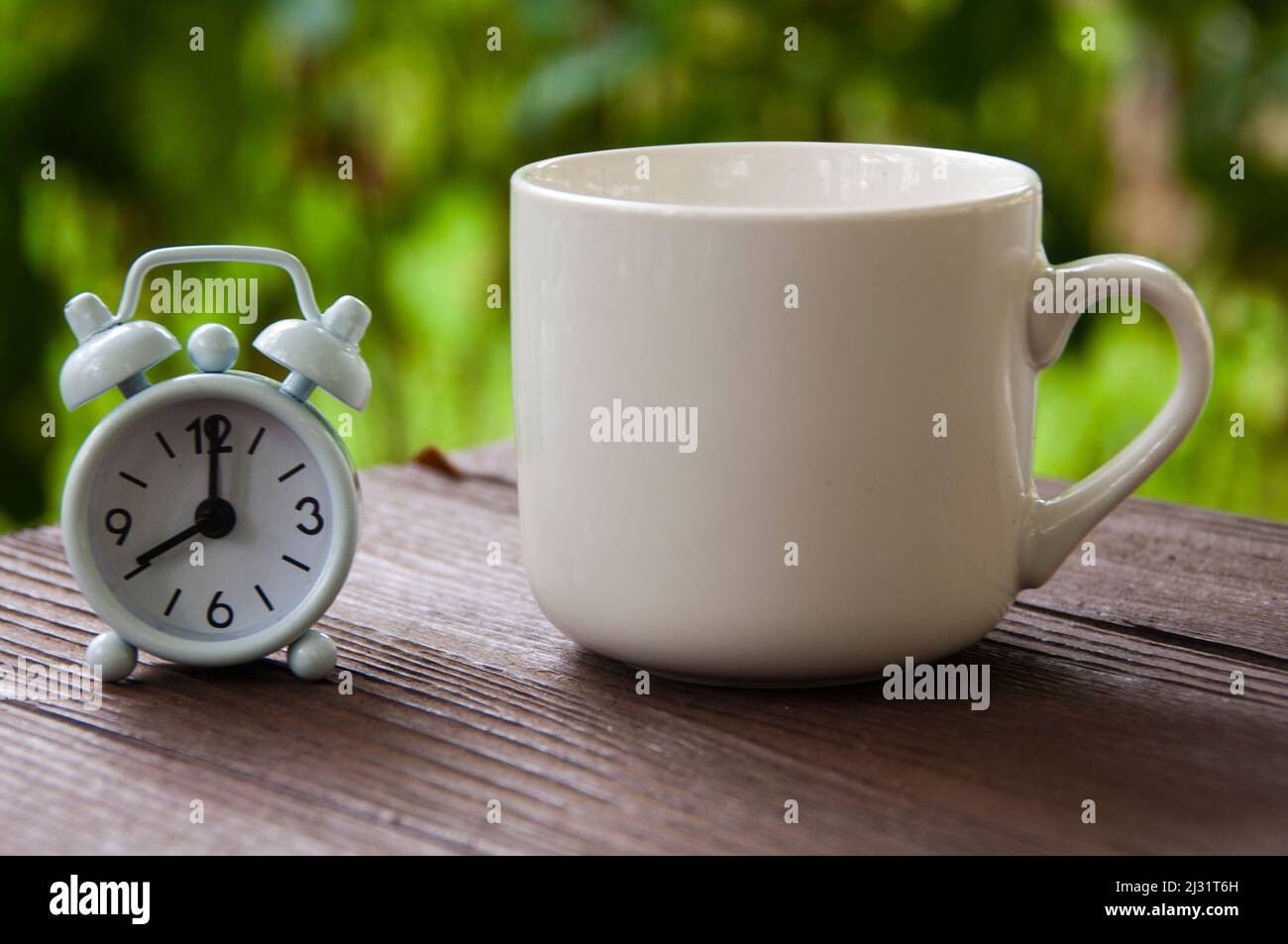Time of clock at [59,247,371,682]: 8:00
